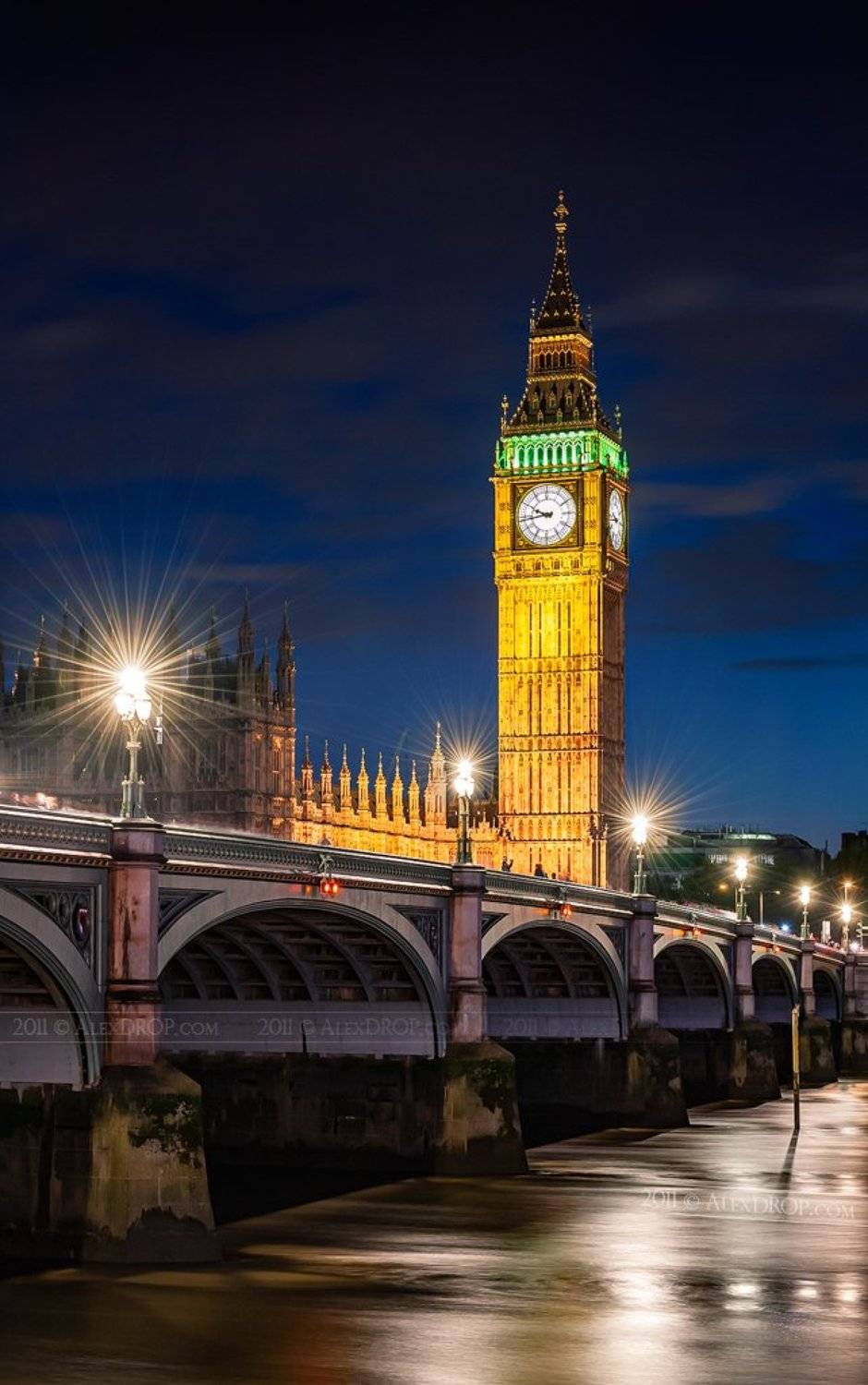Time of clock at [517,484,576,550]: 9:43
